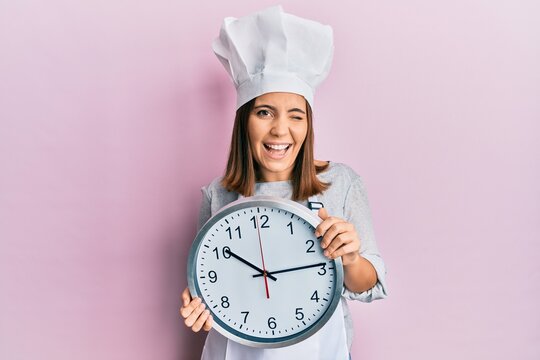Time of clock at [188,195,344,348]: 10:13
